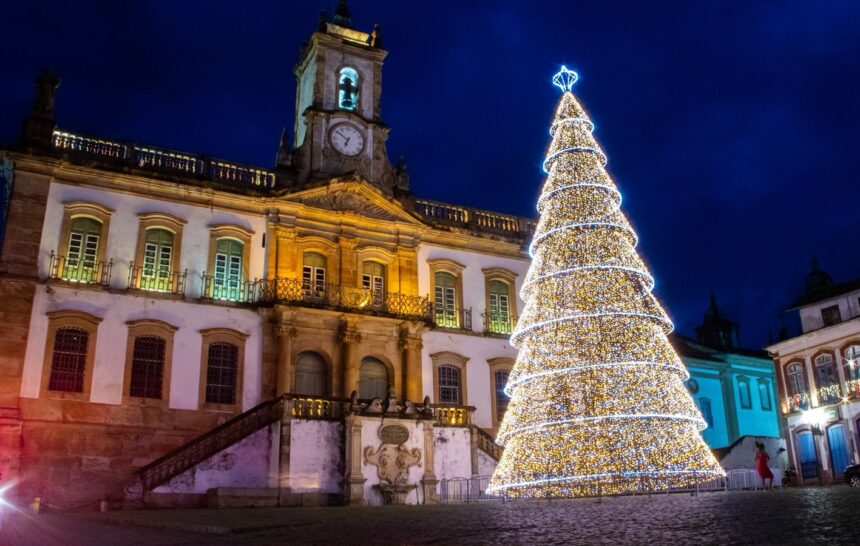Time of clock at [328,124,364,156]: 6:50
